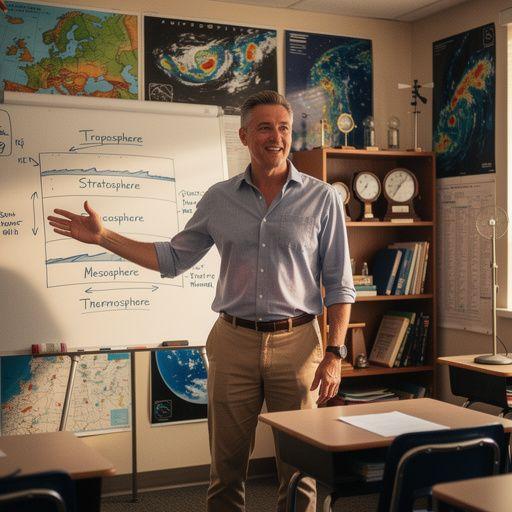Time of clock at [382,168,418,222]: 7:07
